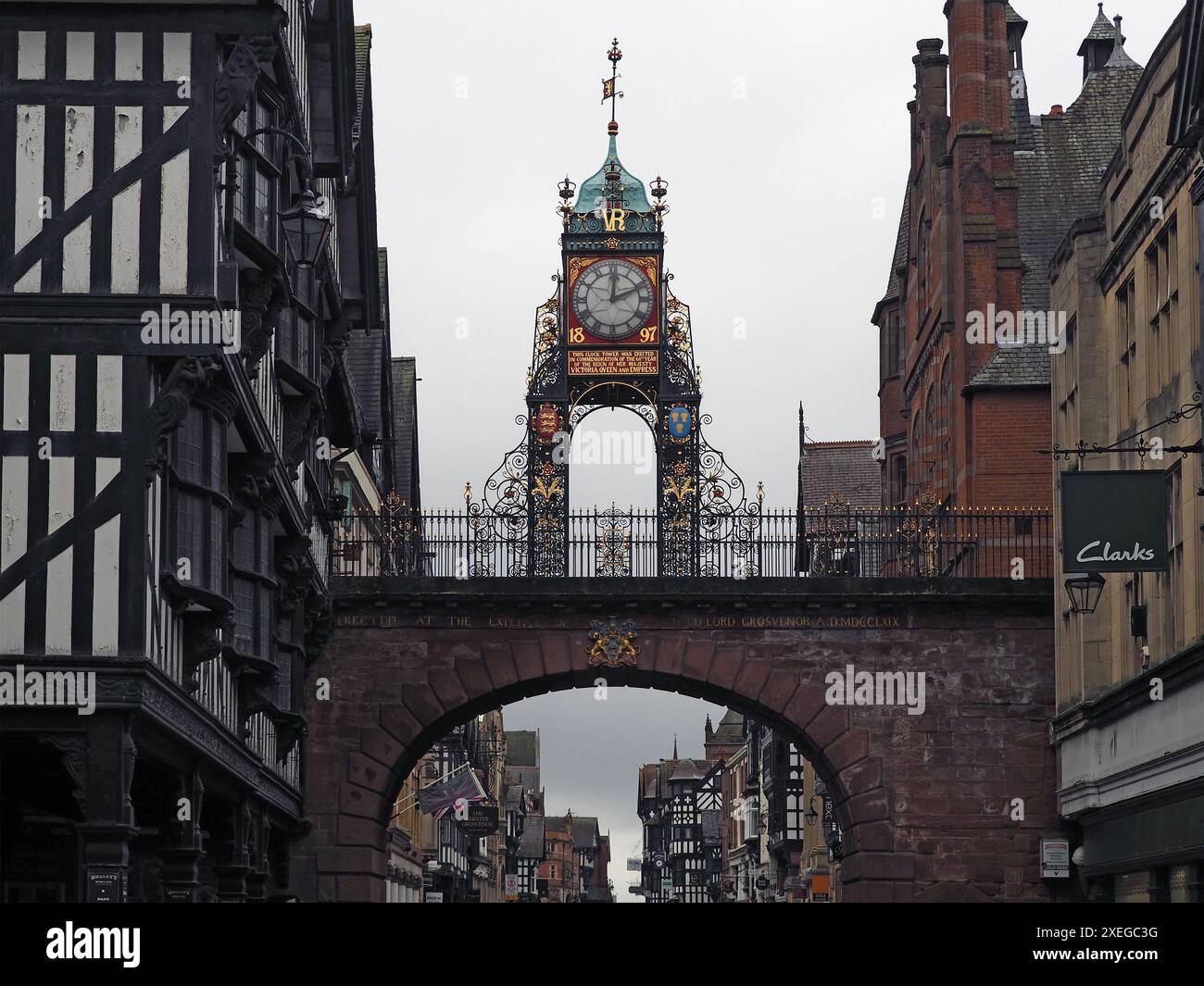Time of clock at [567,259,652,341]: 12:11
